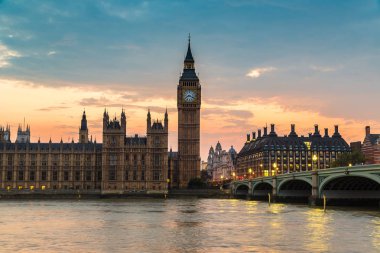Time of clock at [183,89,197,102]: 8:18
